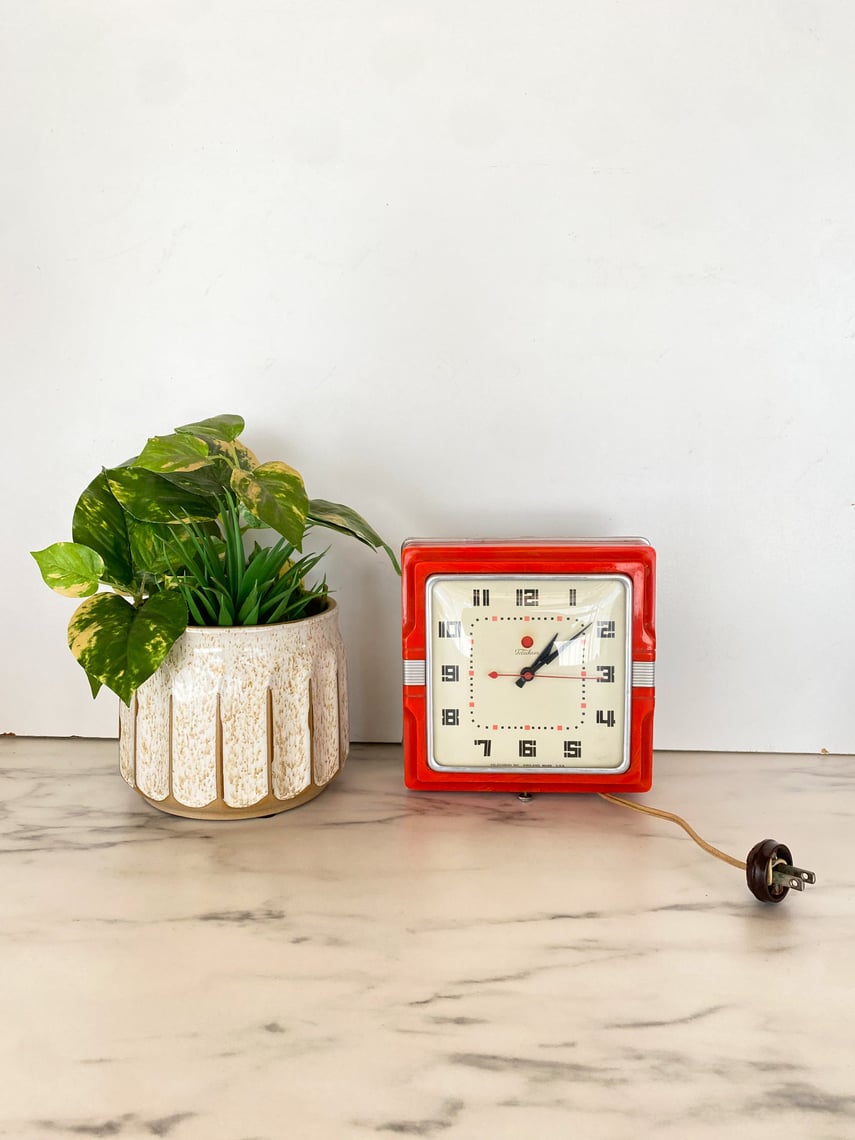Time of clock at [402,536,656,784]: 1:08
